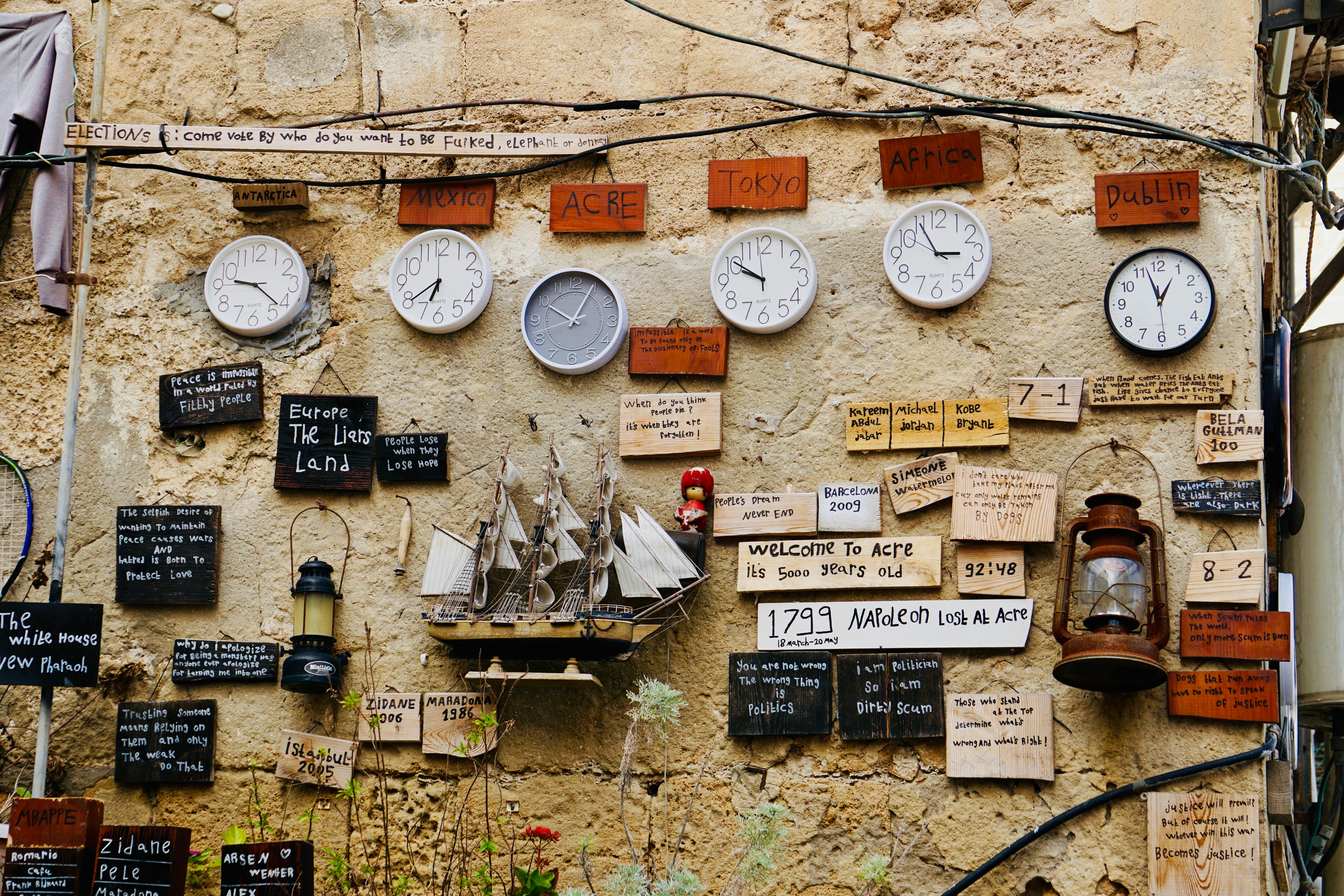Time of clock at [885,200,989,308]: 2:54
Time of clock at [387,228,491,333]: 6:39
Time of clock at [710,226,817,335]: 9:50
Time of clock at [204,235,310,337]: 9:22
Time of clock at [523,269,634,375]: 10:04
